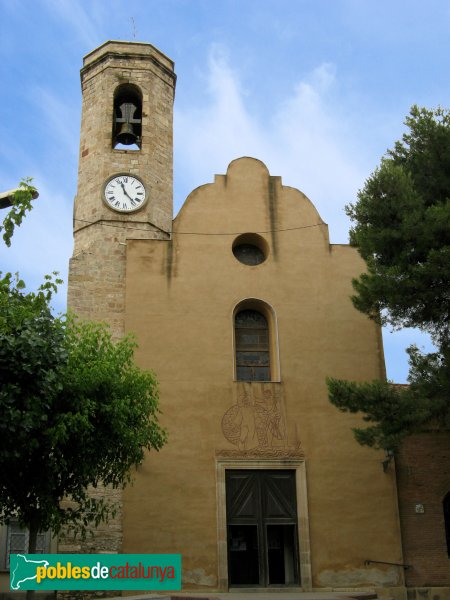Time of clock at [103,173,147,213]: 11:23
